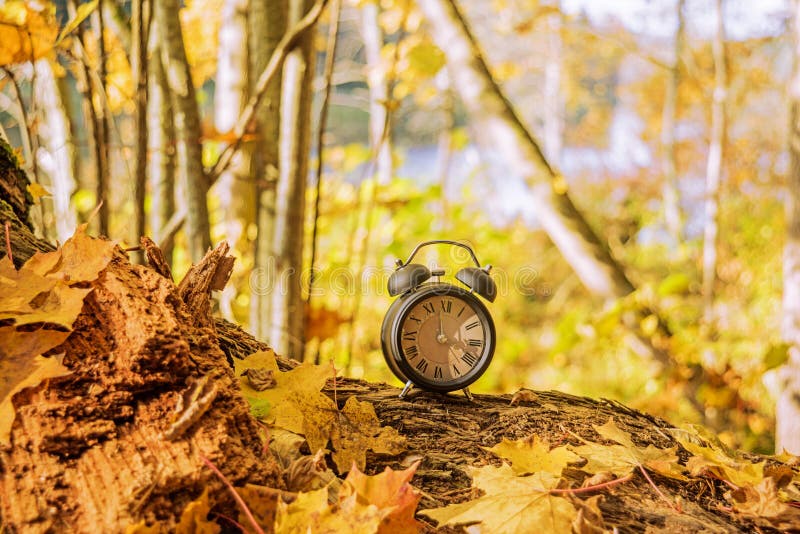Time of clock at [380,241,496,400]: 3:58
